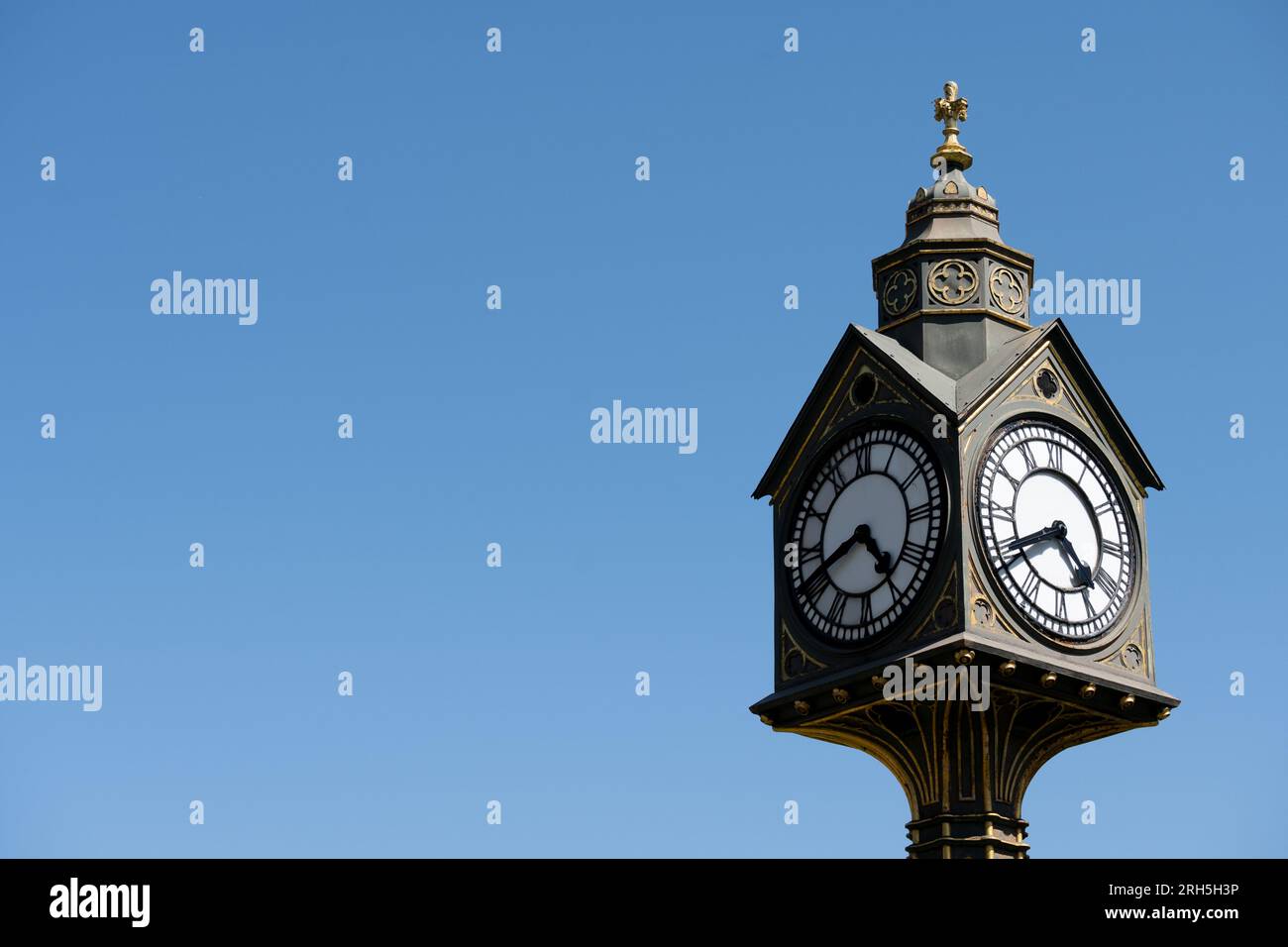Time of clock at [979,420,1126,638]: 4:40
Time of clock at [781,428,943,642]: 4:41
